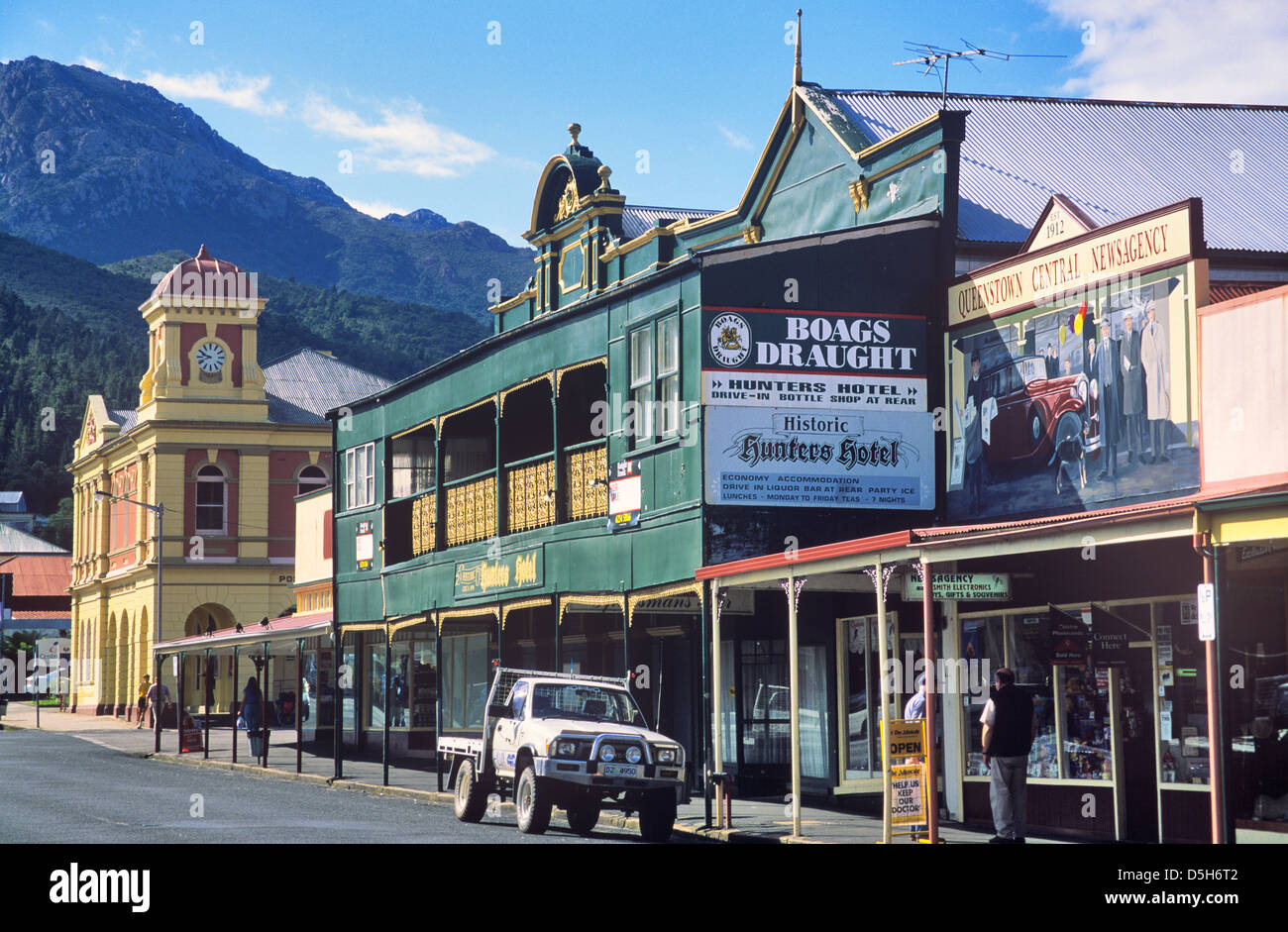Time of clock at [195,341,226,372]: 9:42
